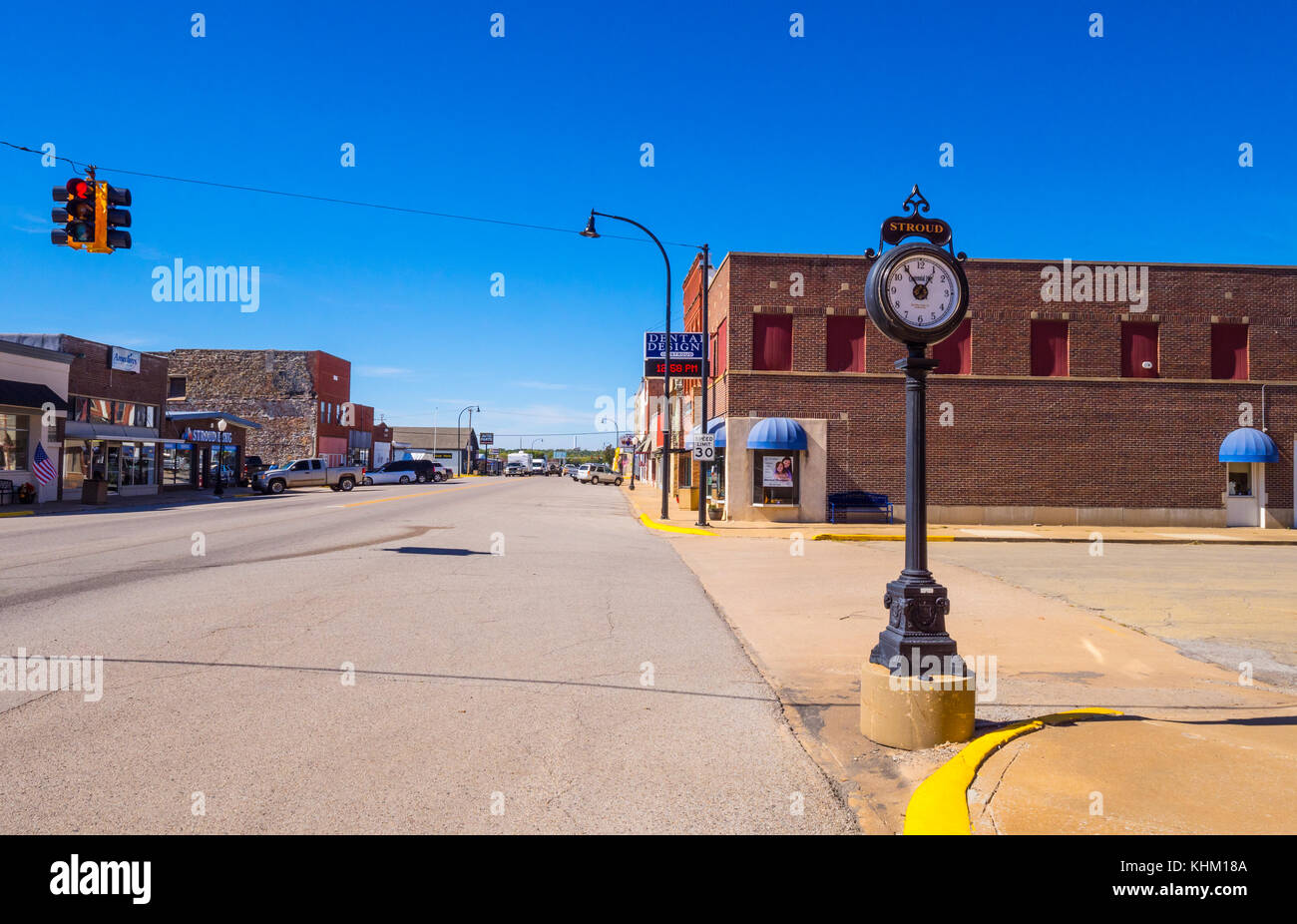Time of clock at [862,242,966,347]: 12:54
